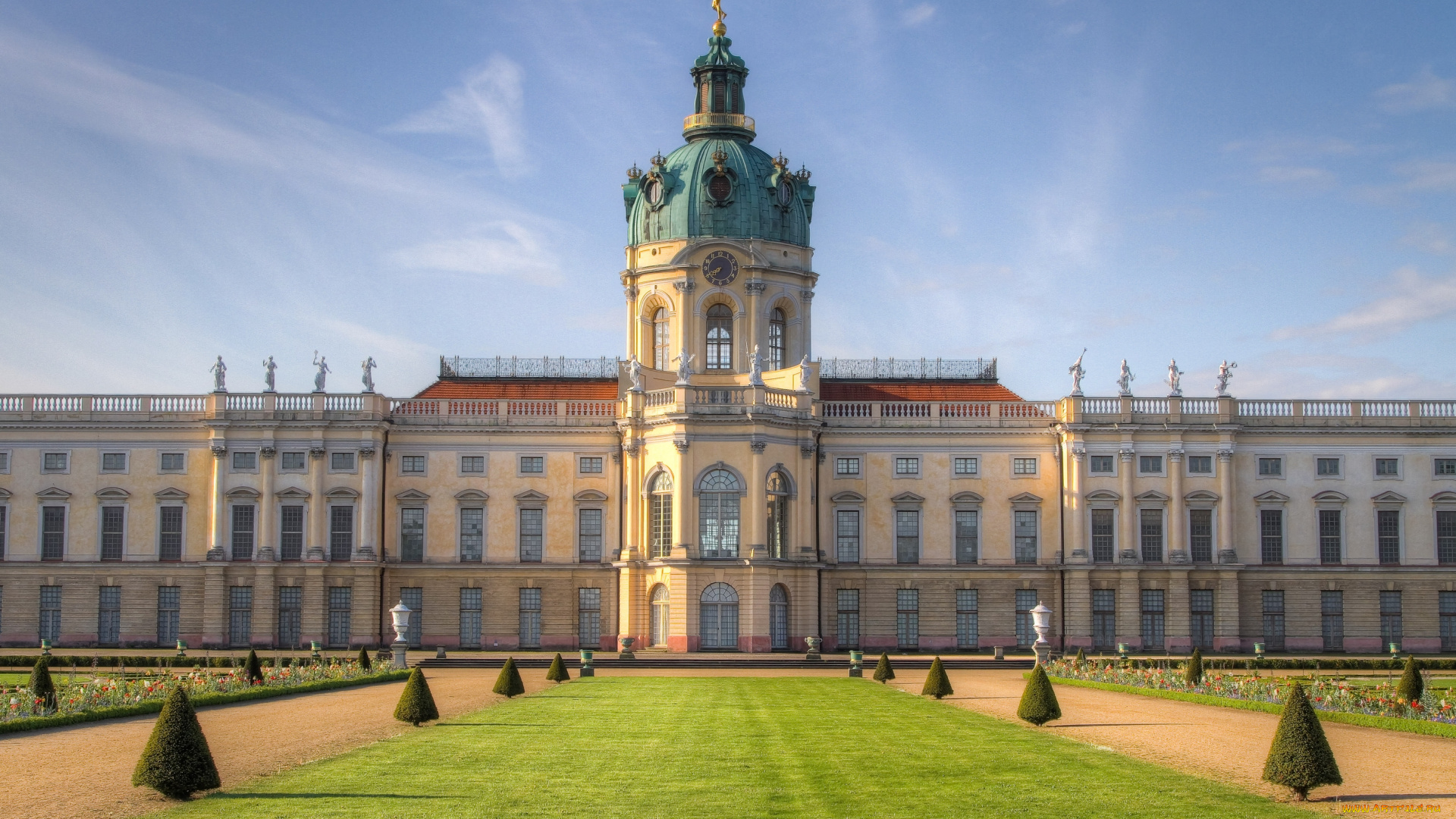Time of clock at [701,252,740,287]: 7:40
